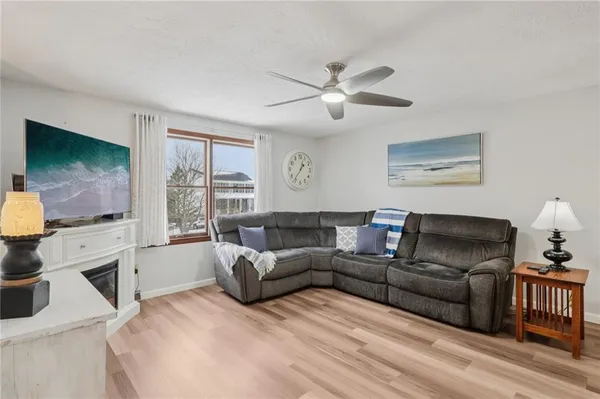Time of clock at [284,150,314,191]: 12:36
